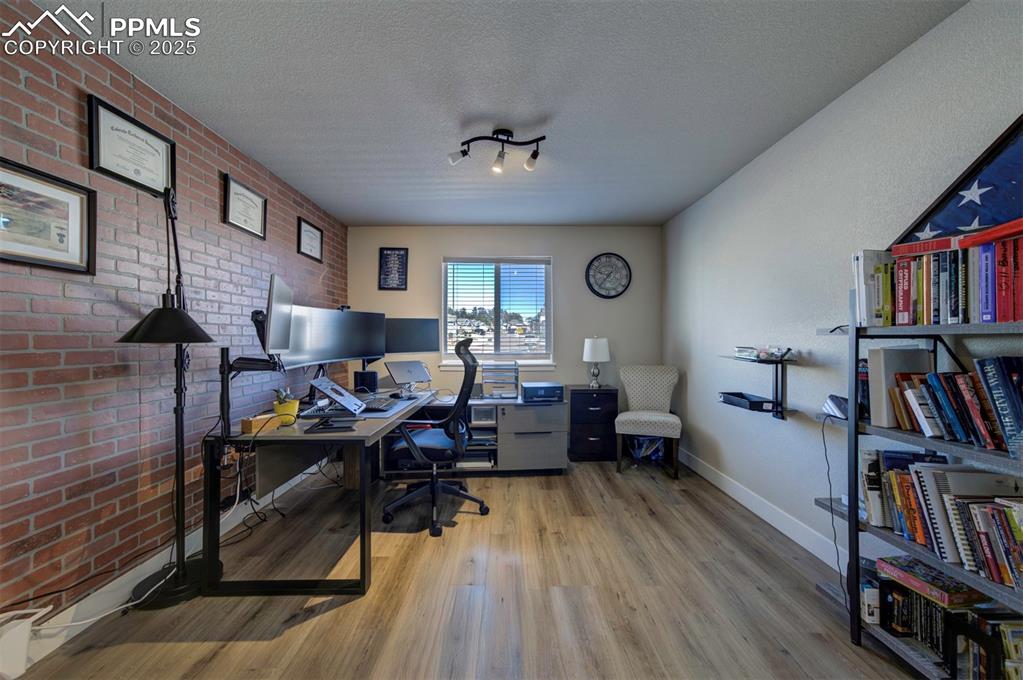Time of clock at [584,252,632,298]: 1:36
